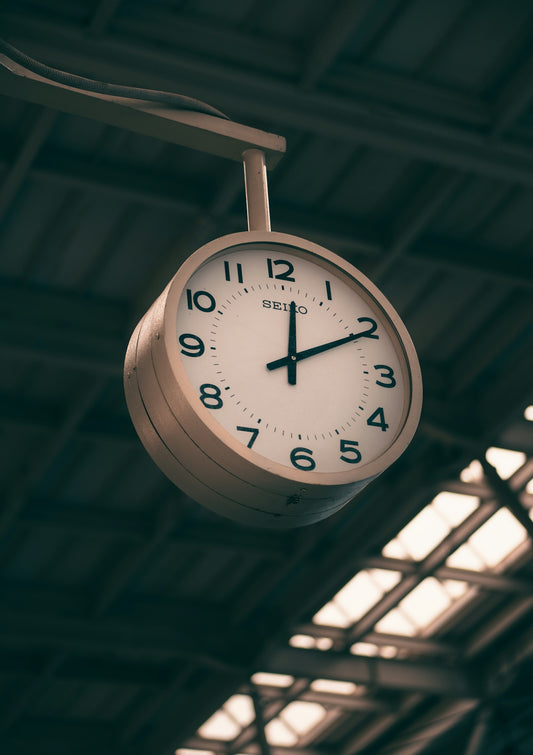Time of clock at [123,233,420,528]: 12:10
